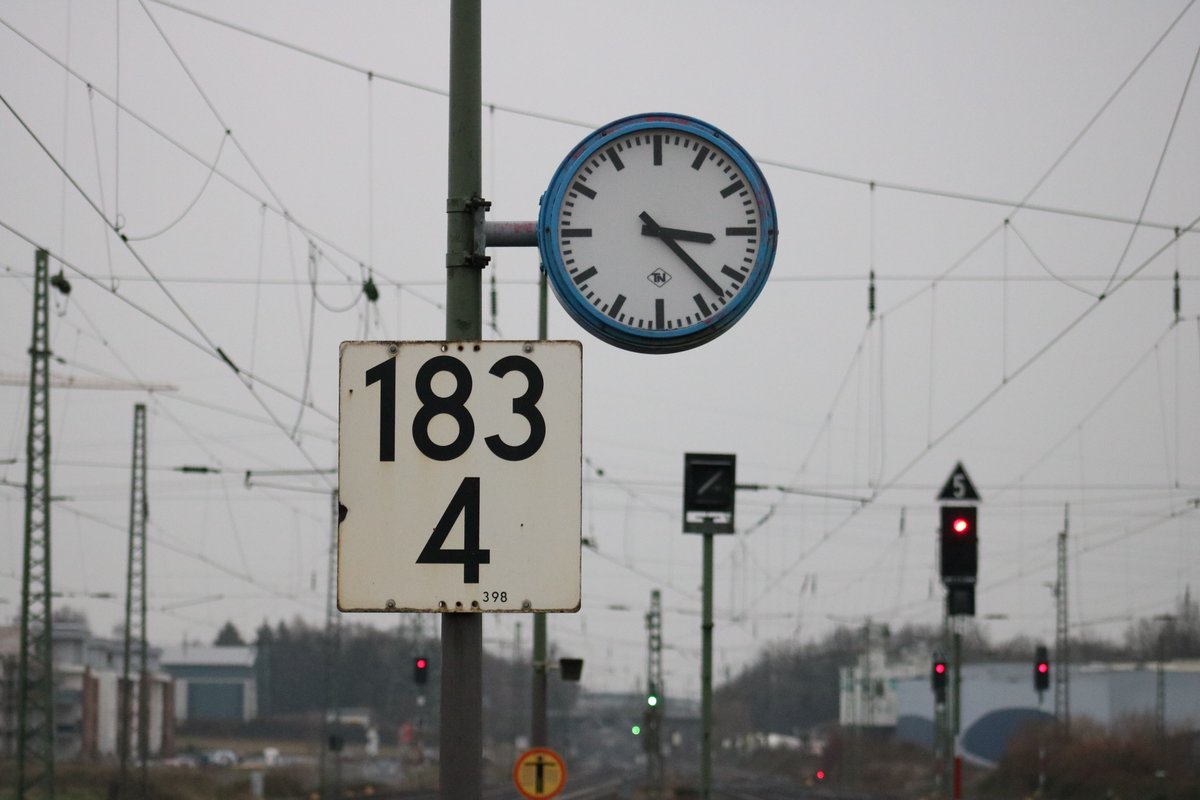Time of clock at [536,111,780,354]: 3:22
